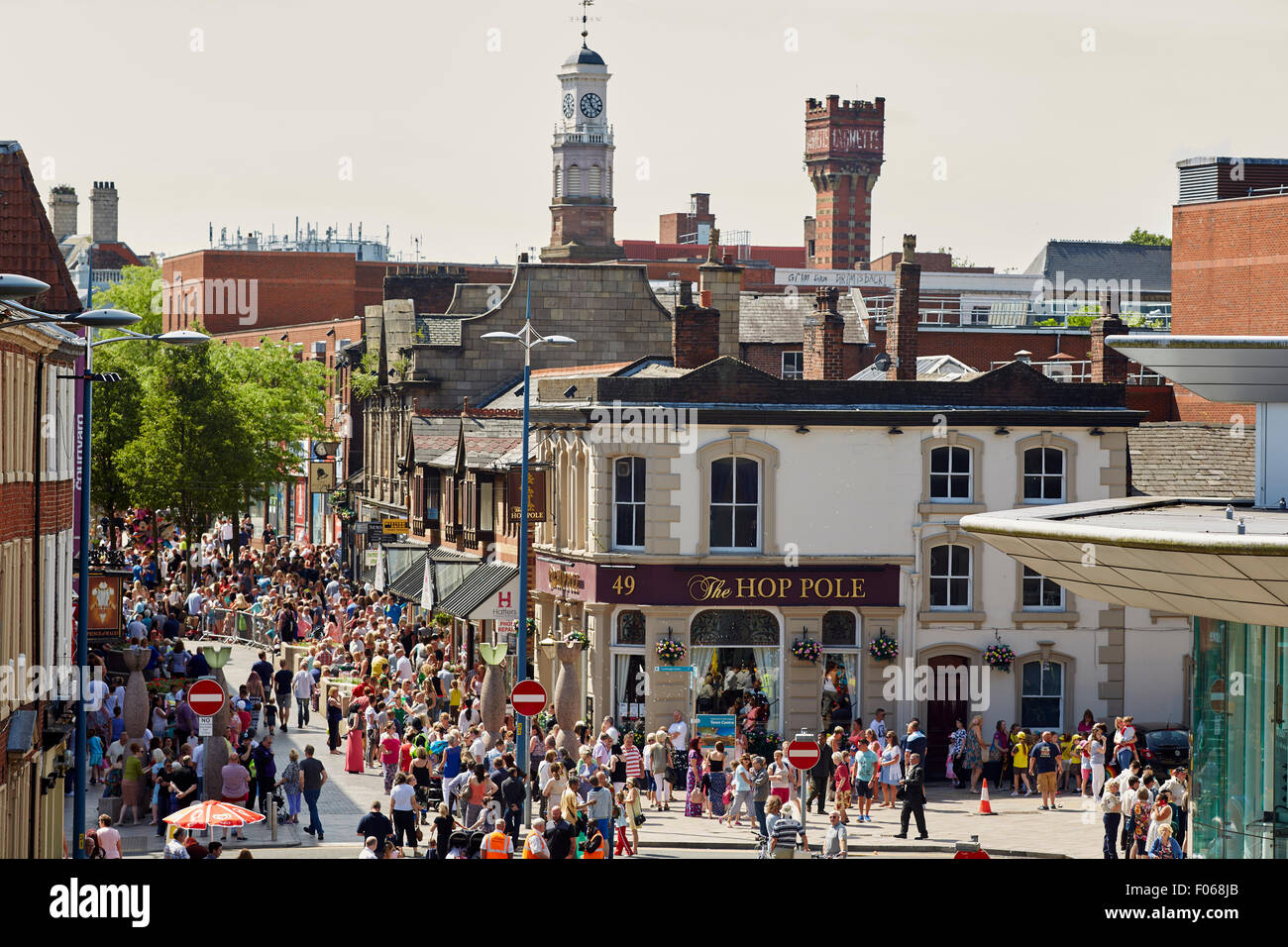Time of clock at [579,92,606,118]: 11:22
